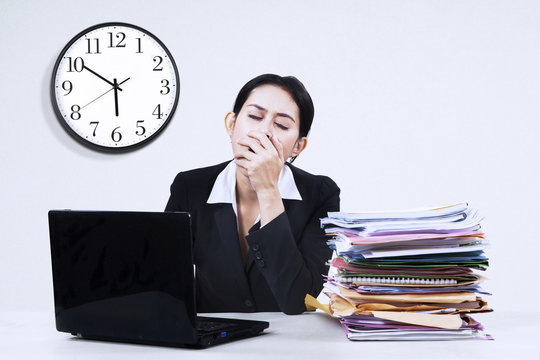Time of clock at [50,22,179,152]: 5:50
